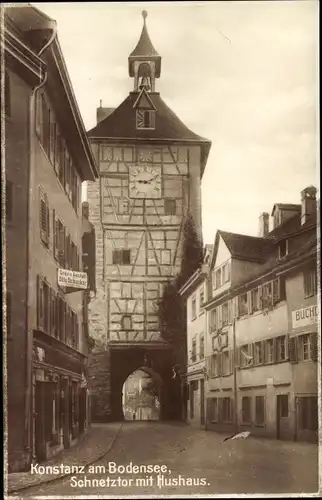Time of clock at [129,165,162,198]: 9:11
